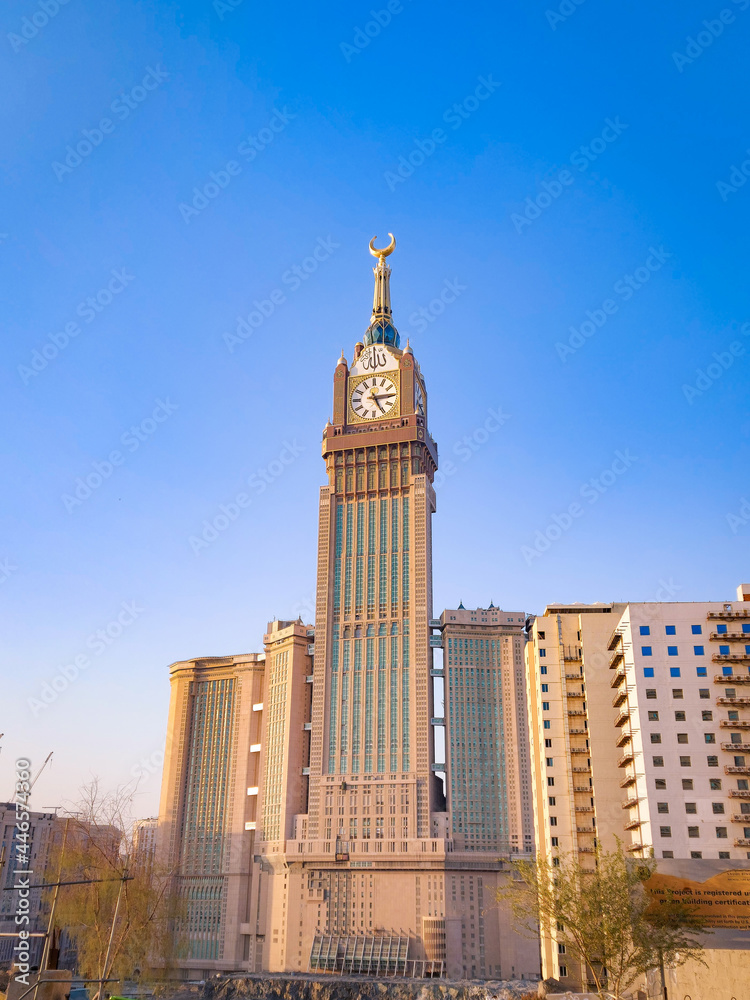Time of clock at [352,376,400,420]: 5:14
